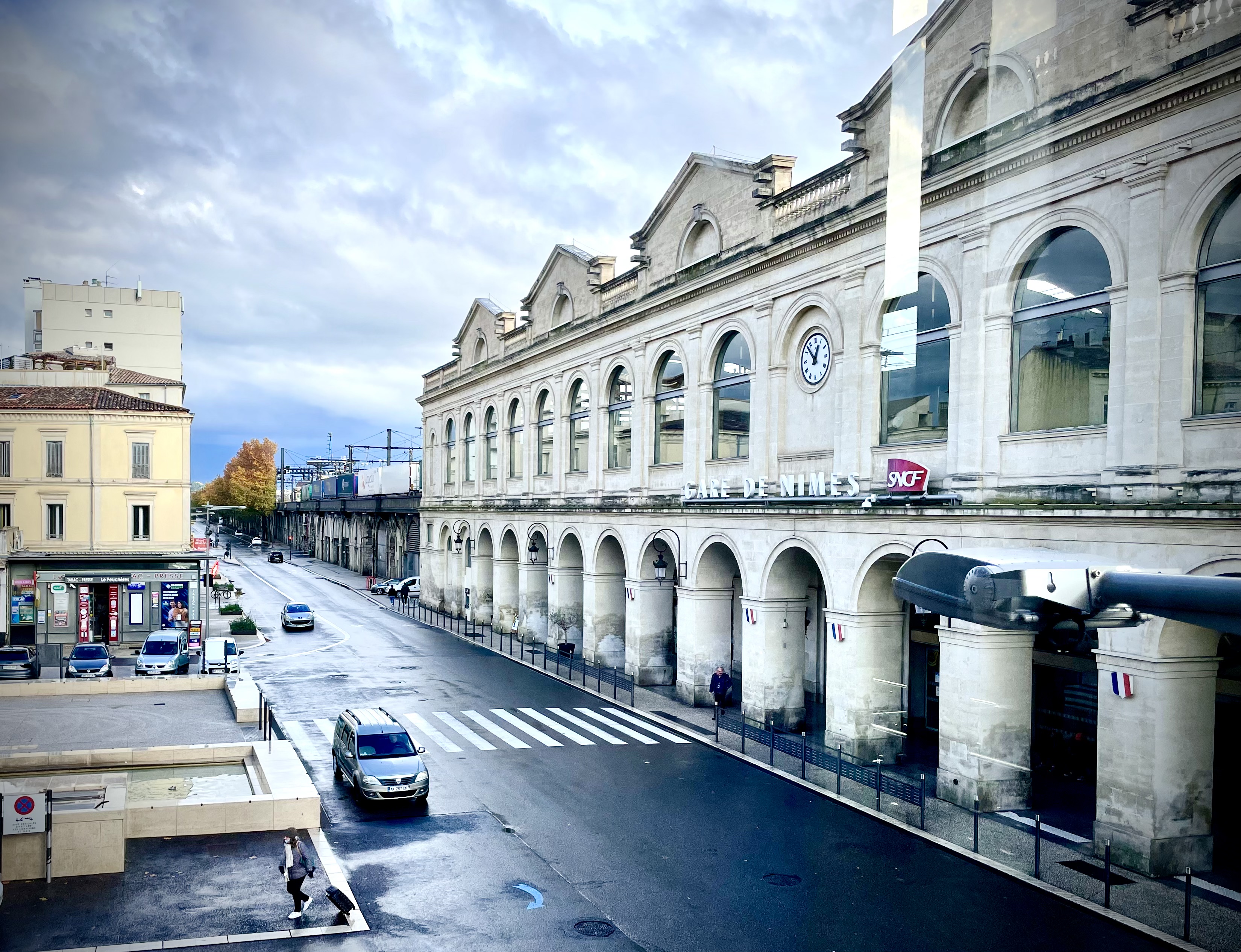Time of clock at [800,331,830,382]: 12:52
